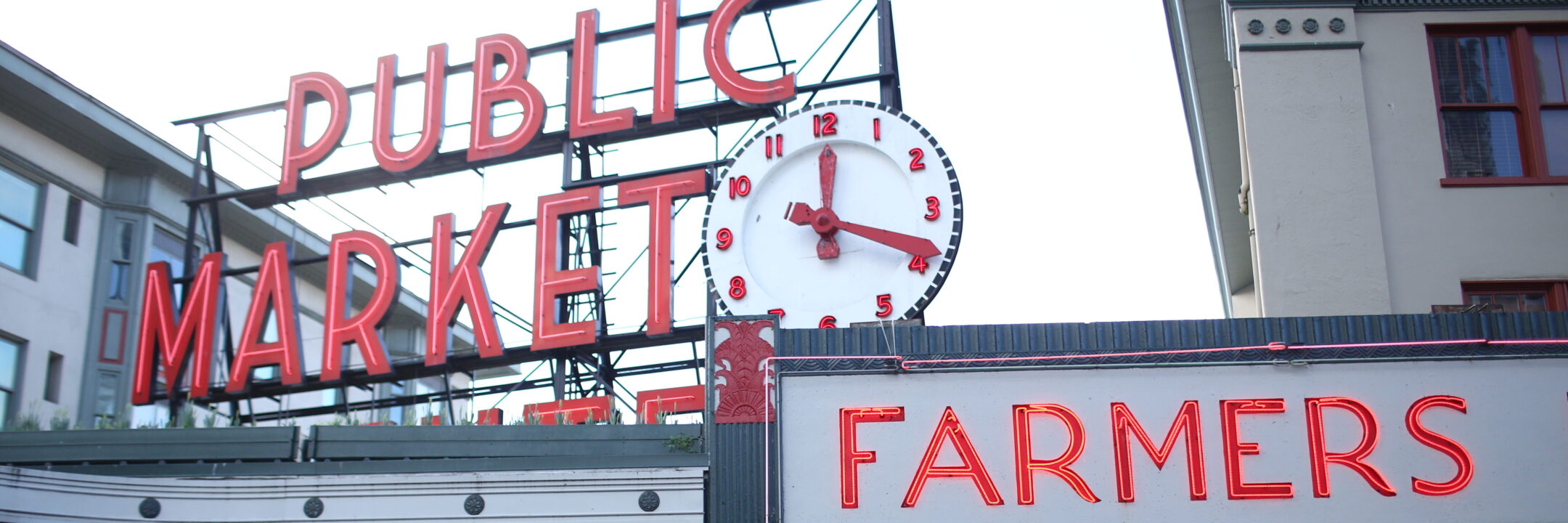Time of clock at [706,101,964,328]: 12:18
